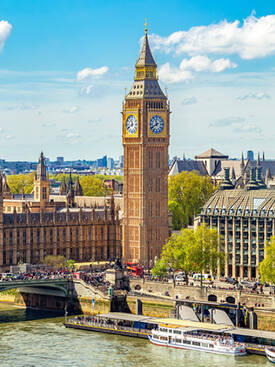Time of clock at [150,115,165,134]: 11:40
